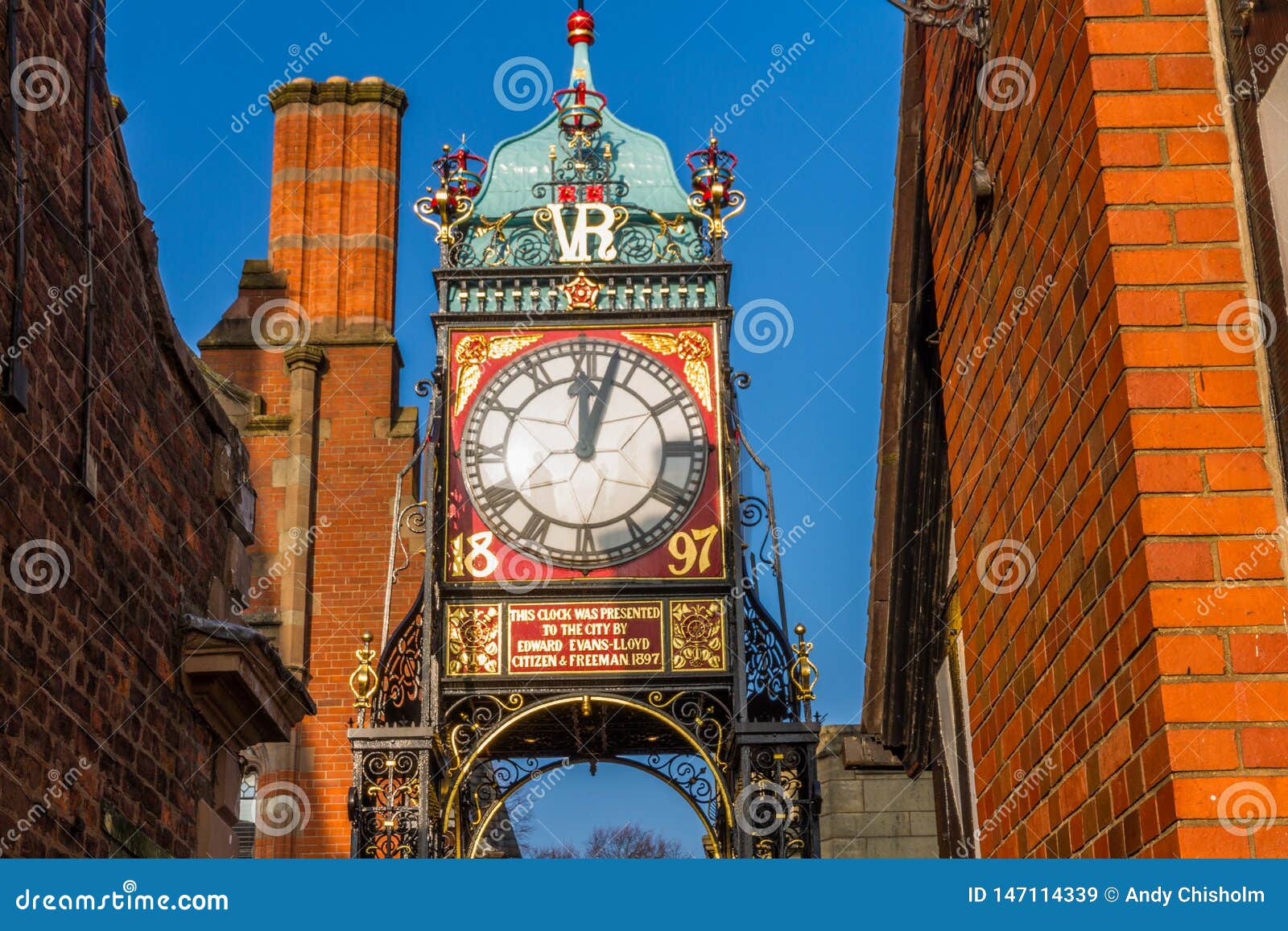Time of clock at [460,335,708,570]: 12:02
